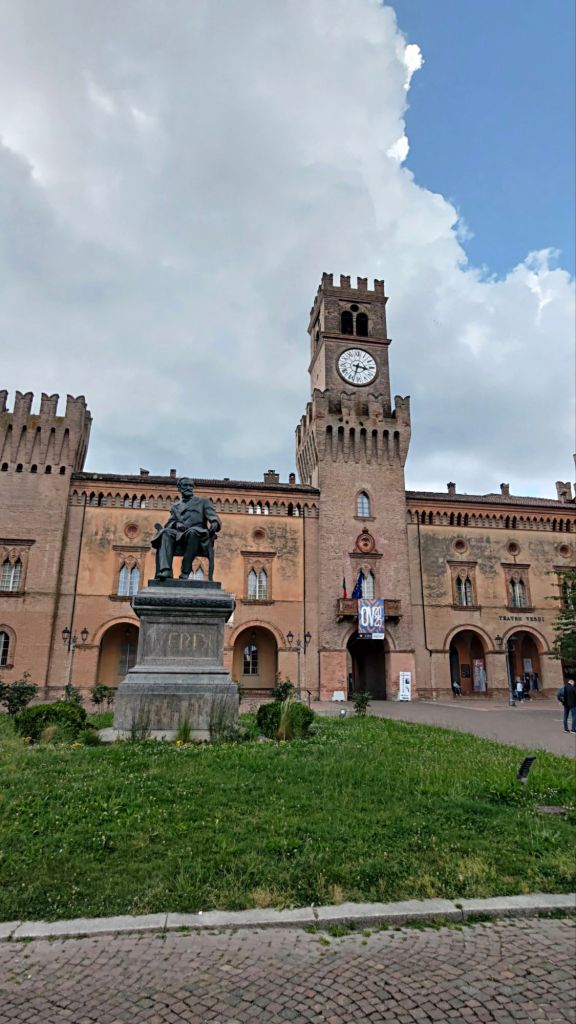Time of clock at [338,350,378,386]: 3:32
